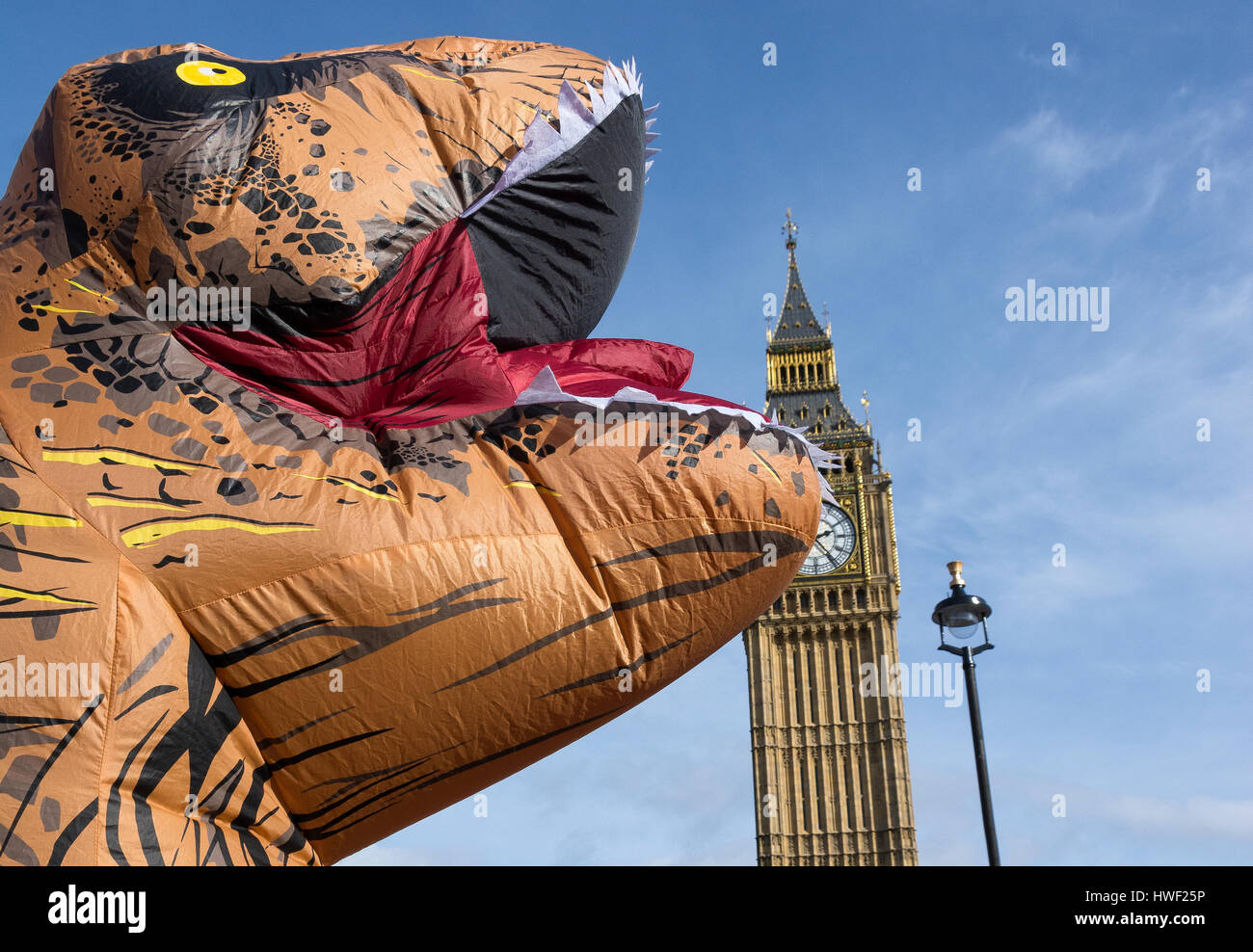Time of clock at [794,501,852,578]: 2:23
